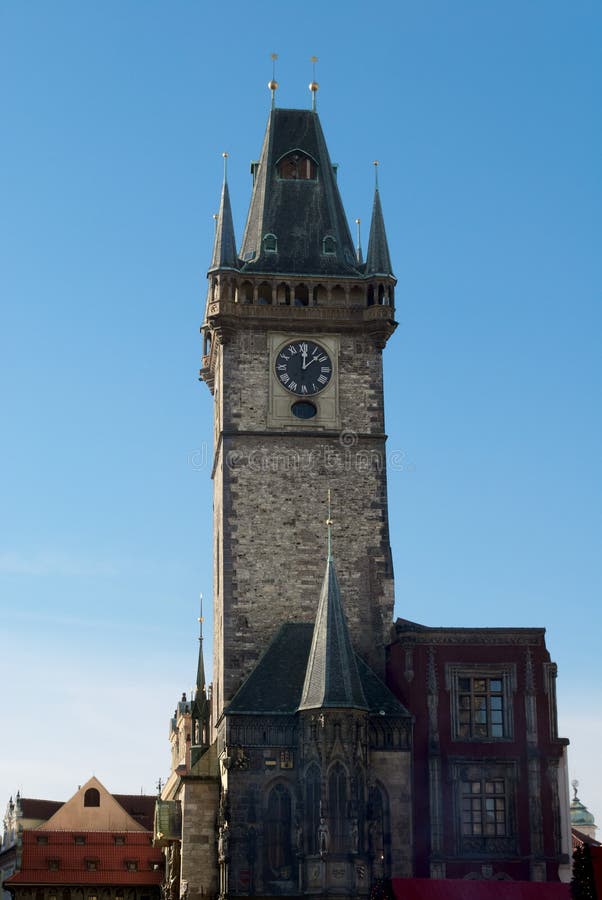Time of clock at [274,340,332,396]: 12:07
